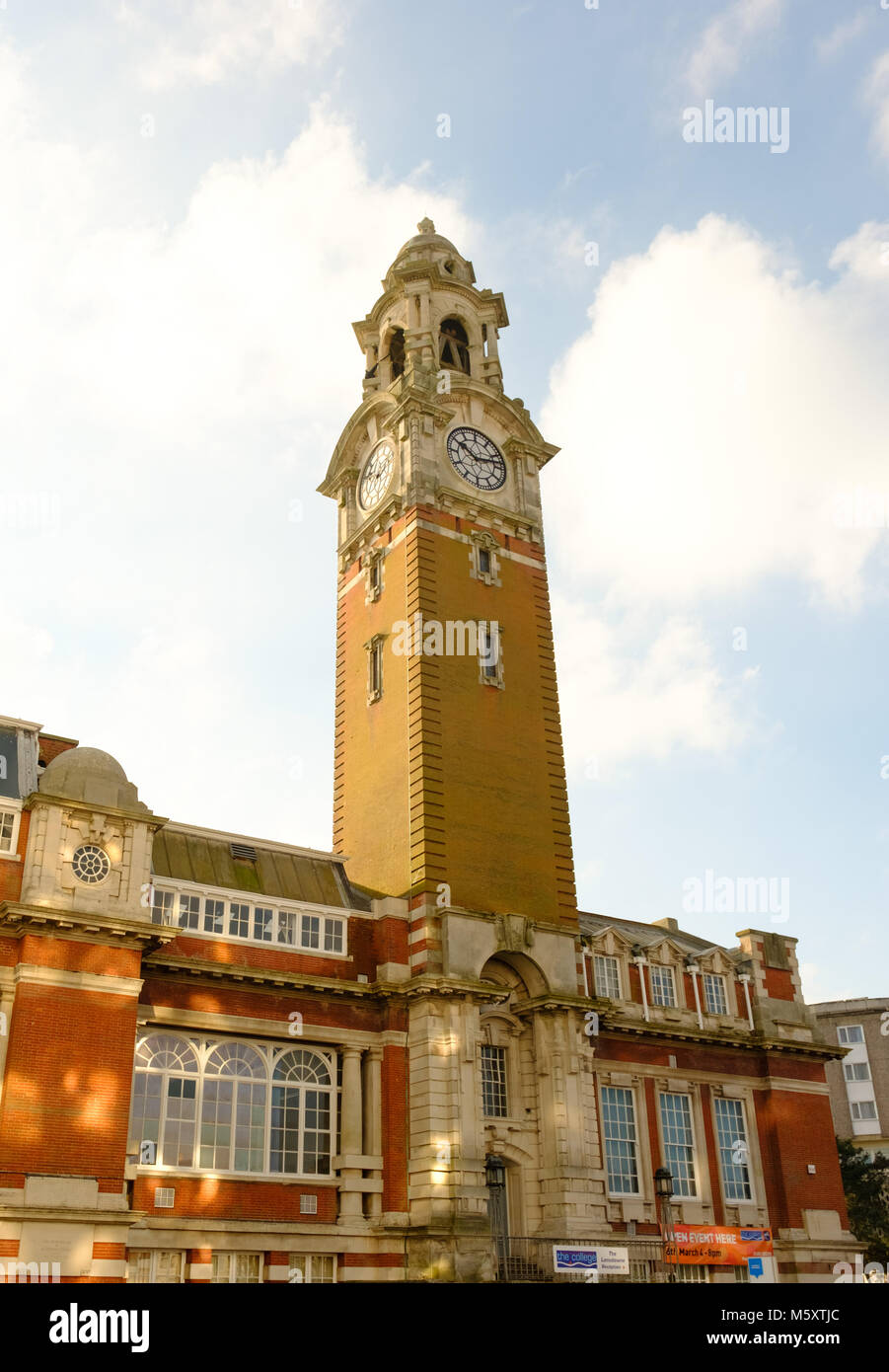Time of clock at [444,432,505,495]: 10:12
